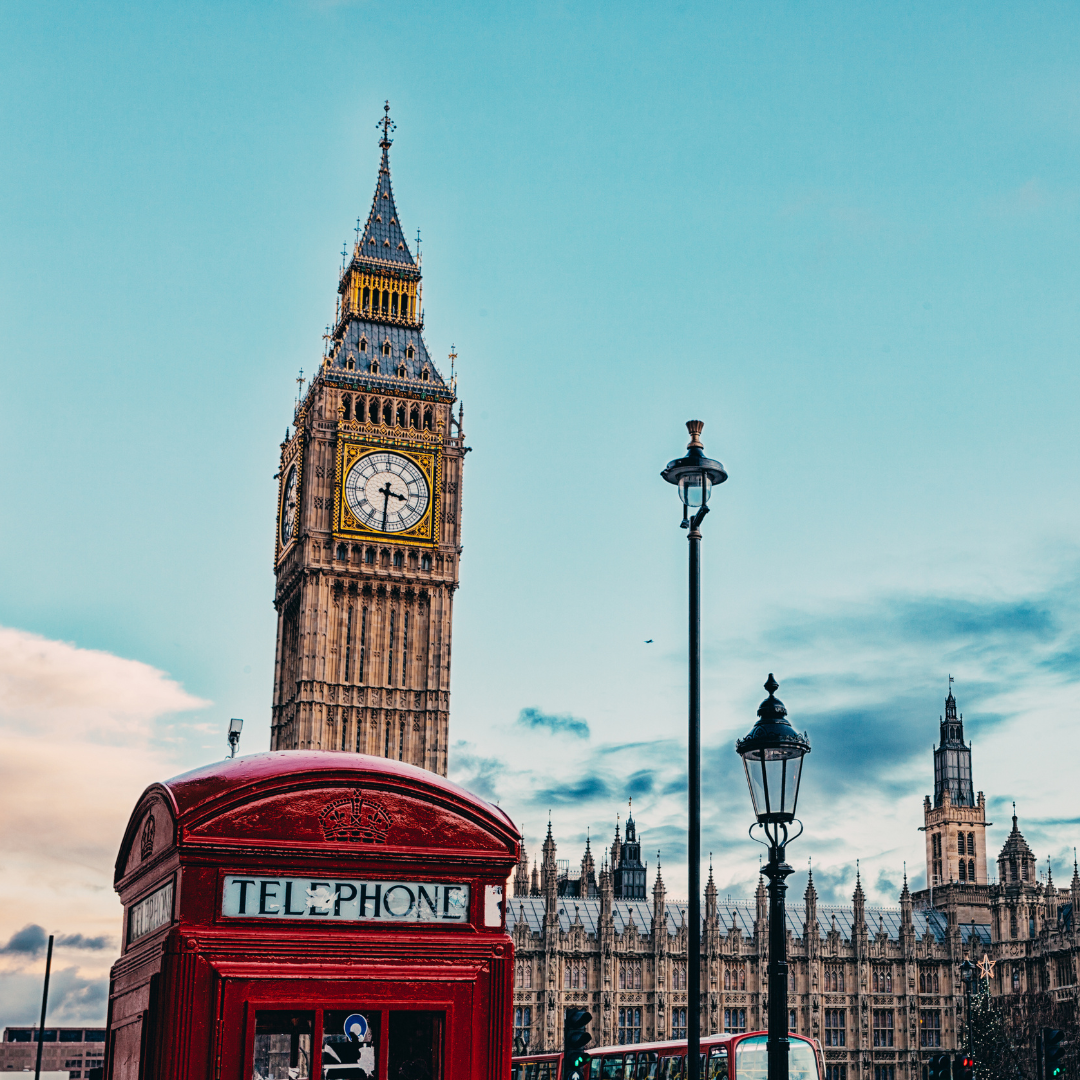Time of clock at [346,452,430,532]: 3:30
